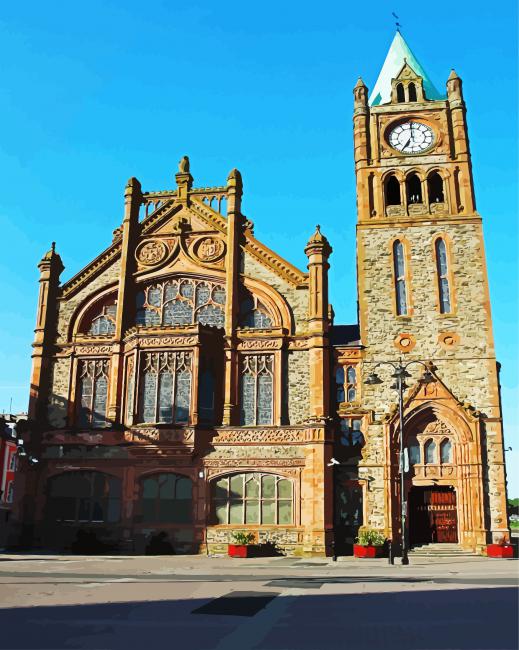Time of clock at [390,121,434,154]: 7:00
